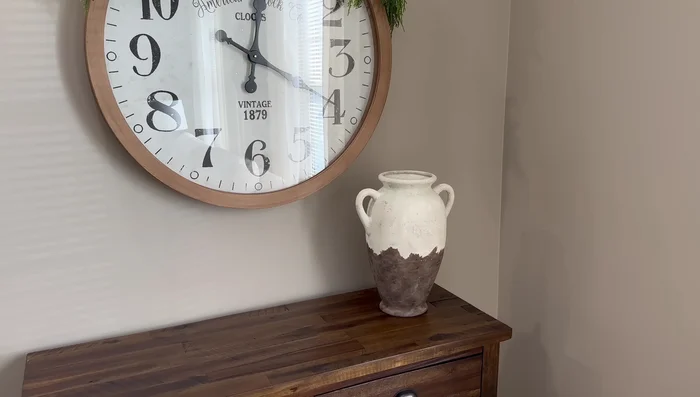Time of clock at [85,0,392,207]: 12:19
